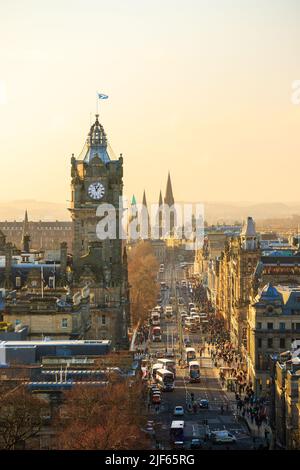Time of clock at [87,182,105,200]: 12:57
